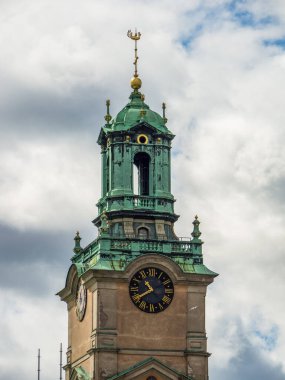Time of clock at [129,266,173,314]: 10:40
